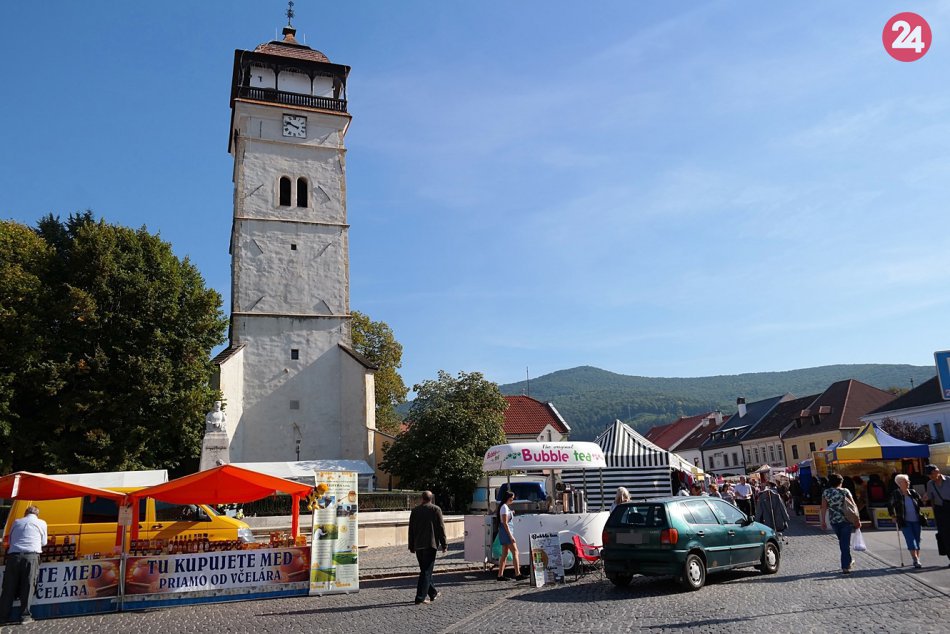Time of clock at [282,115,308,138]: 9:48
